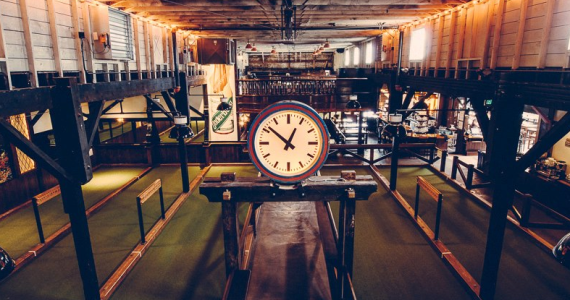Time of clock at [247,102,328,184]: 12:51
